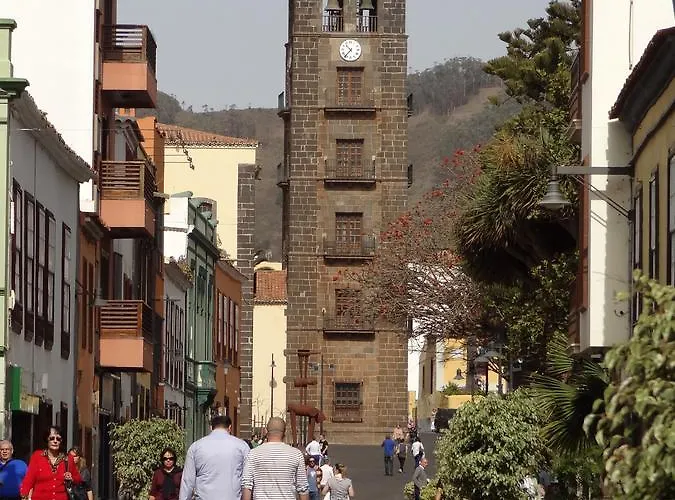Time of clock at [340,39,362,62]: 10:36
